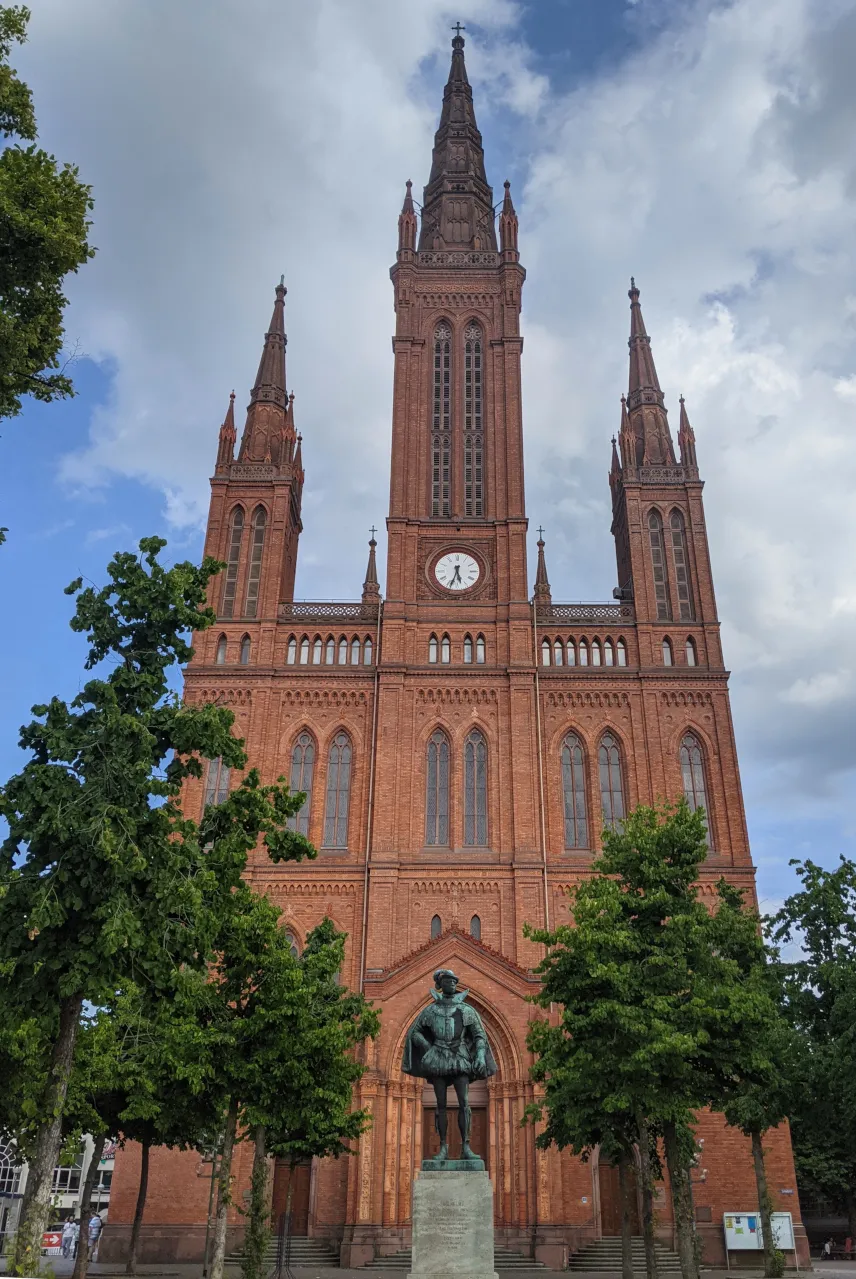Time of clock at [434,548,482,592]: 5:33
